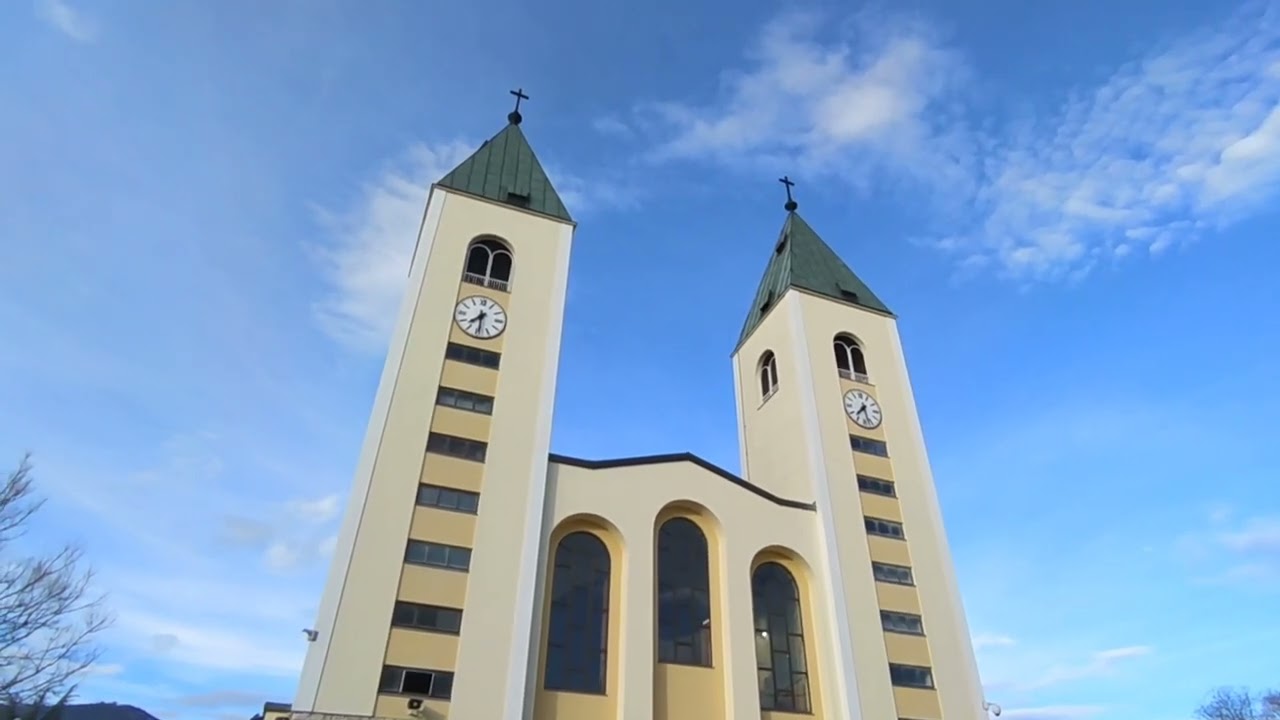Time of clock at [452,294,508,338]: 7:29
